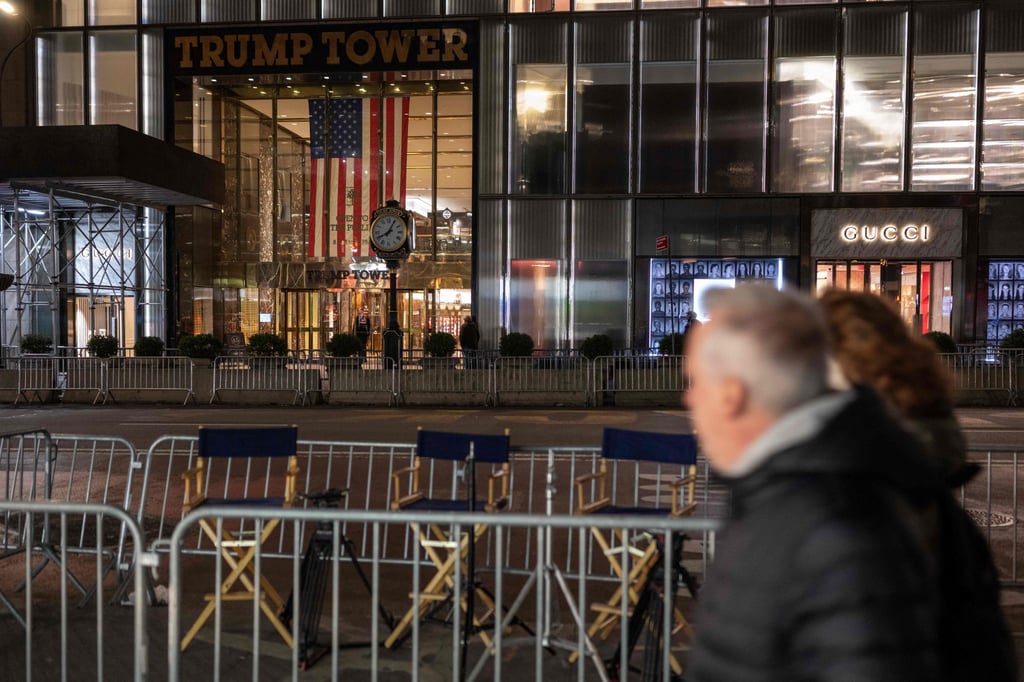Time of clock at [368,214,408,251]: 8:04
